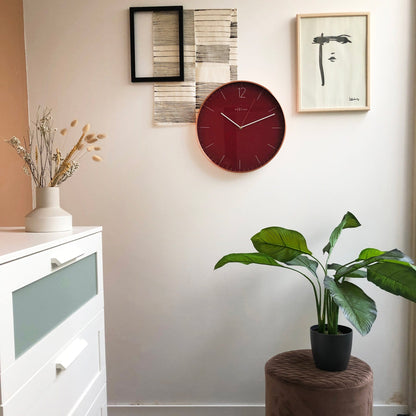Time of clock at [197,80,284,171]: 10:11
